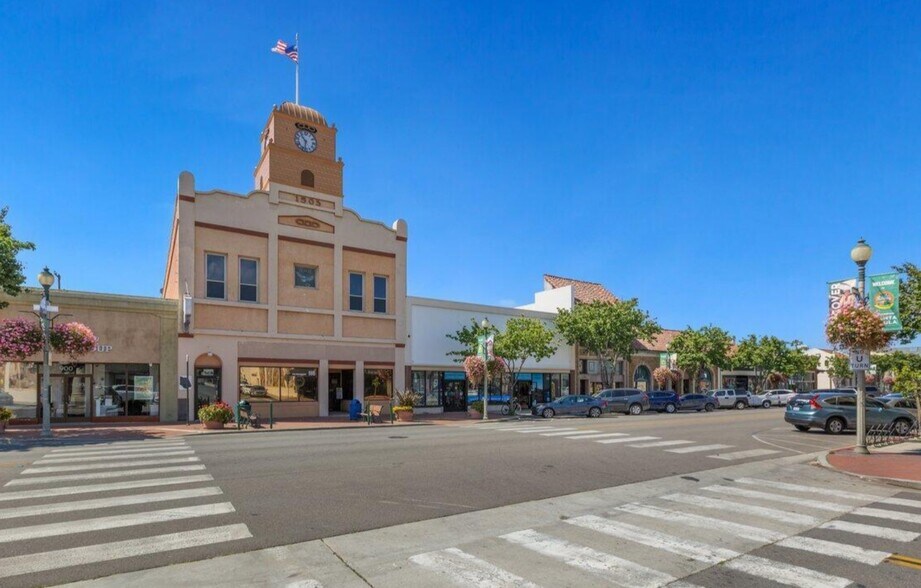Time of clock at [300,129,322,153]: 10:32
